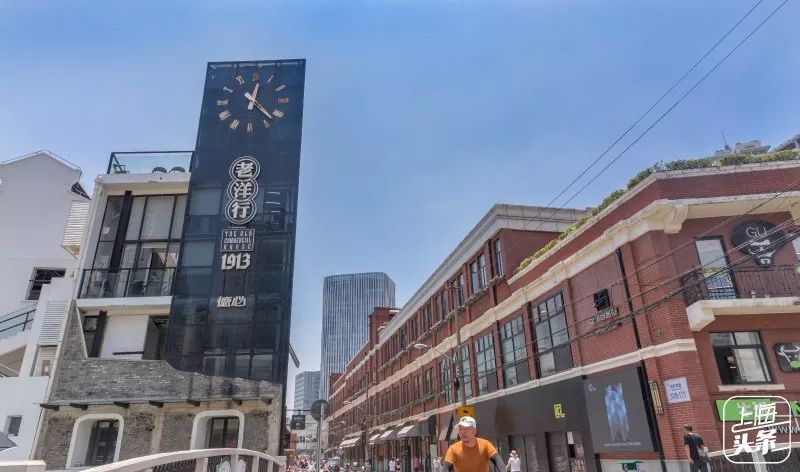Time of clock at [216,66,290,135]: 12:22
